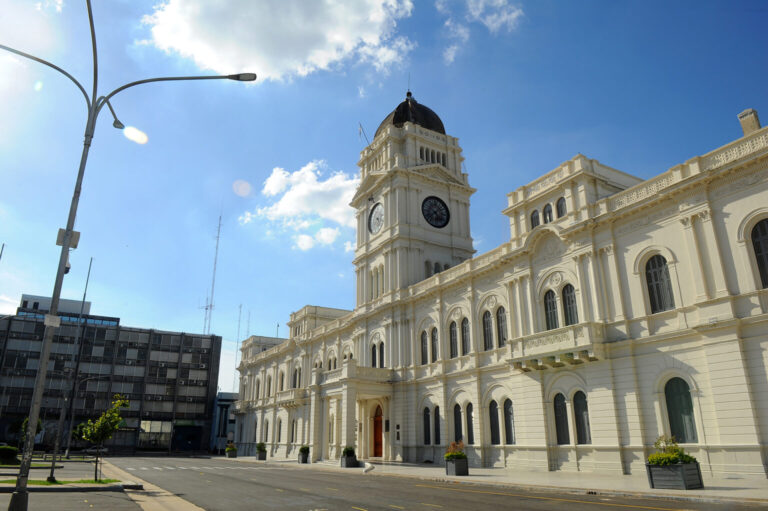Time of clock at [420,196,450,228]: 4:37
